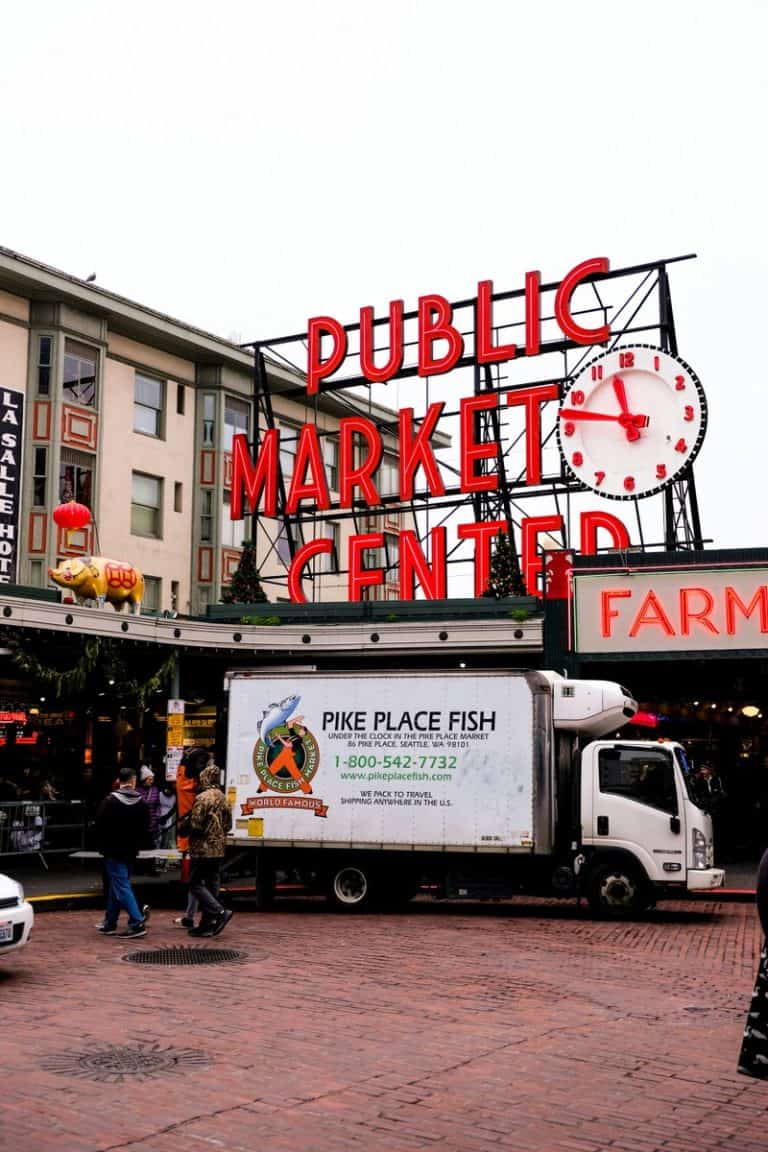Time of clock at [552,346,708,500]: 11:46
